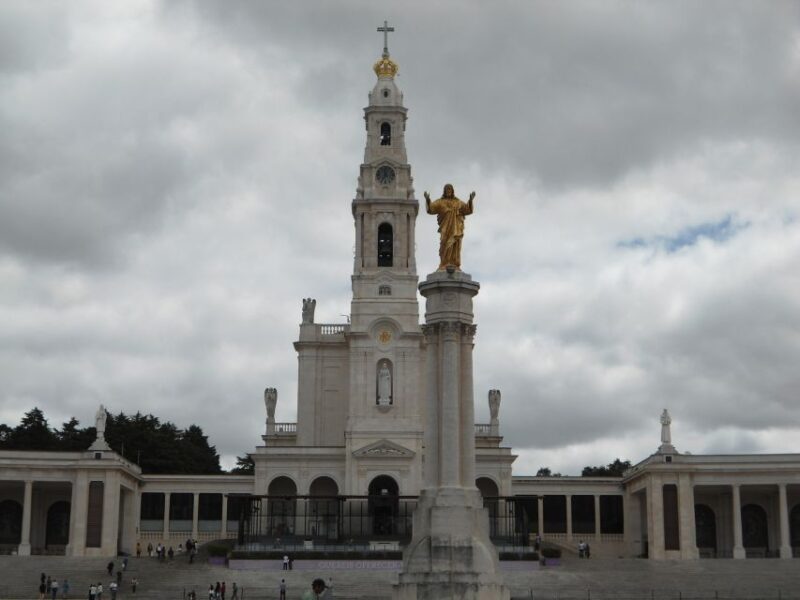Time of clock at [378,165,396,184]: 11:35
